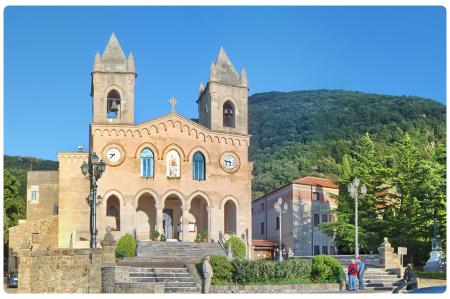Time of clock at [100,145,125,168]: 8:36
